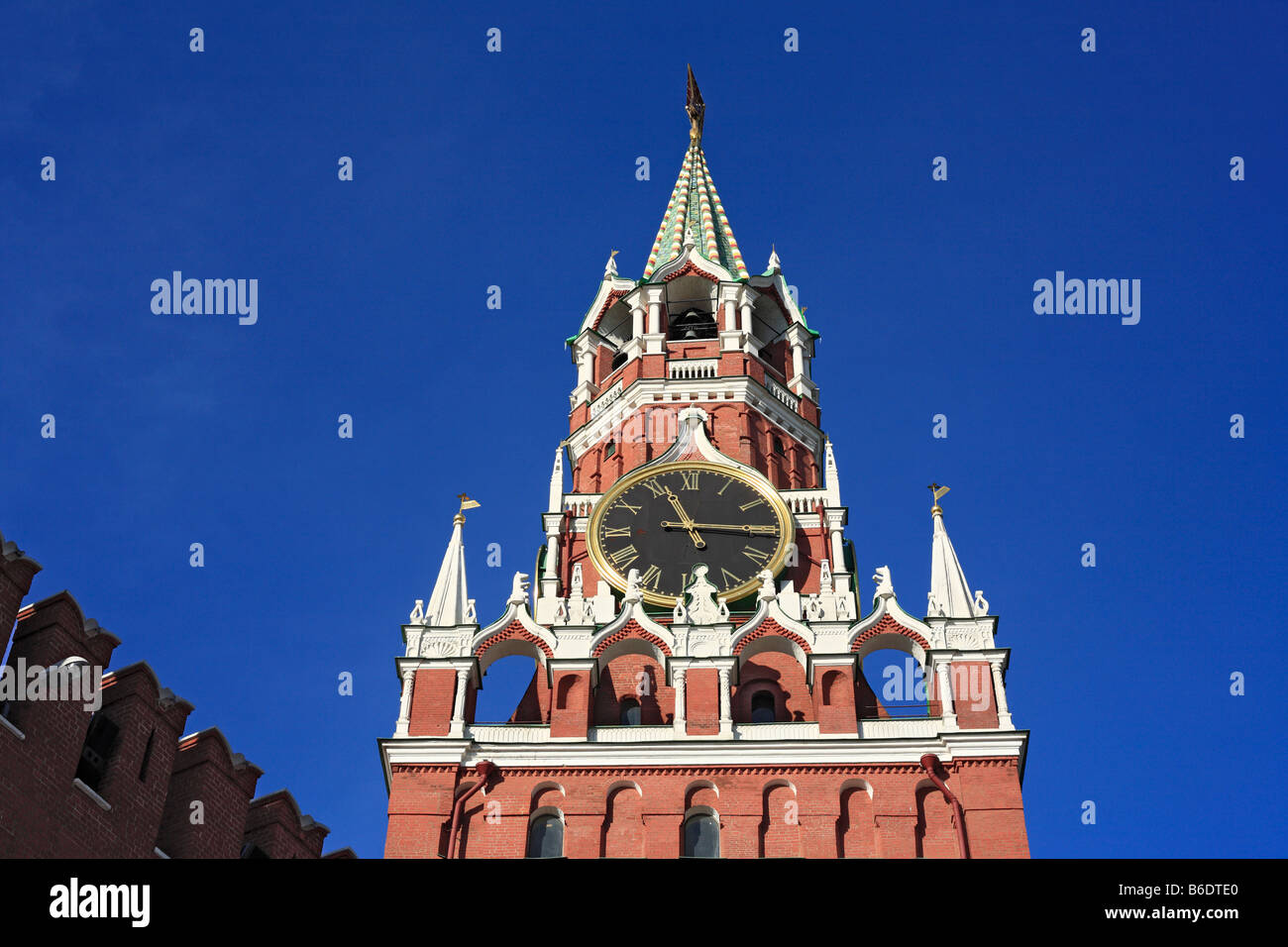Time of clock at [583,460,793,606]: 11:16
